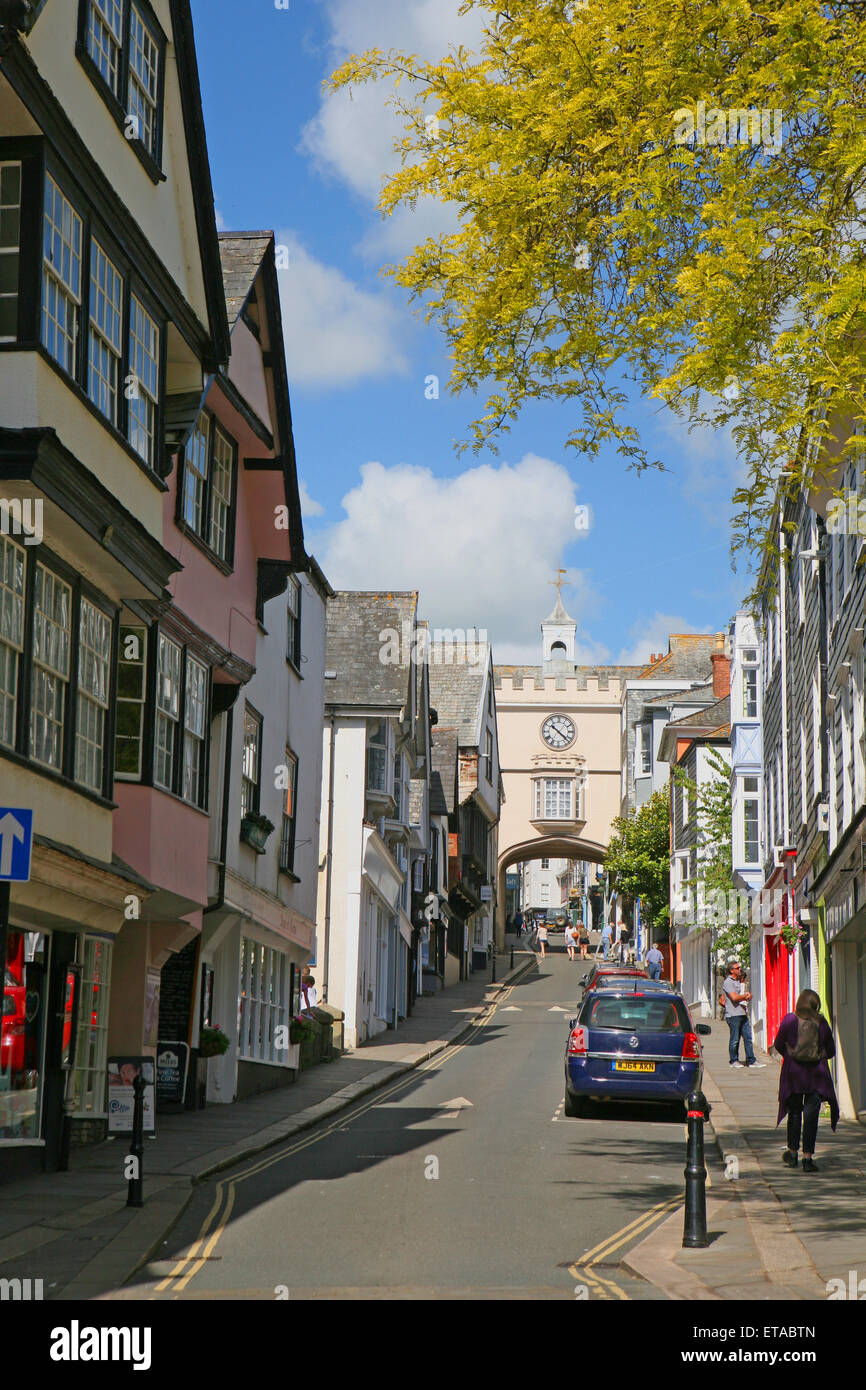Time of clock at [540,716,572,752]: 10:21
